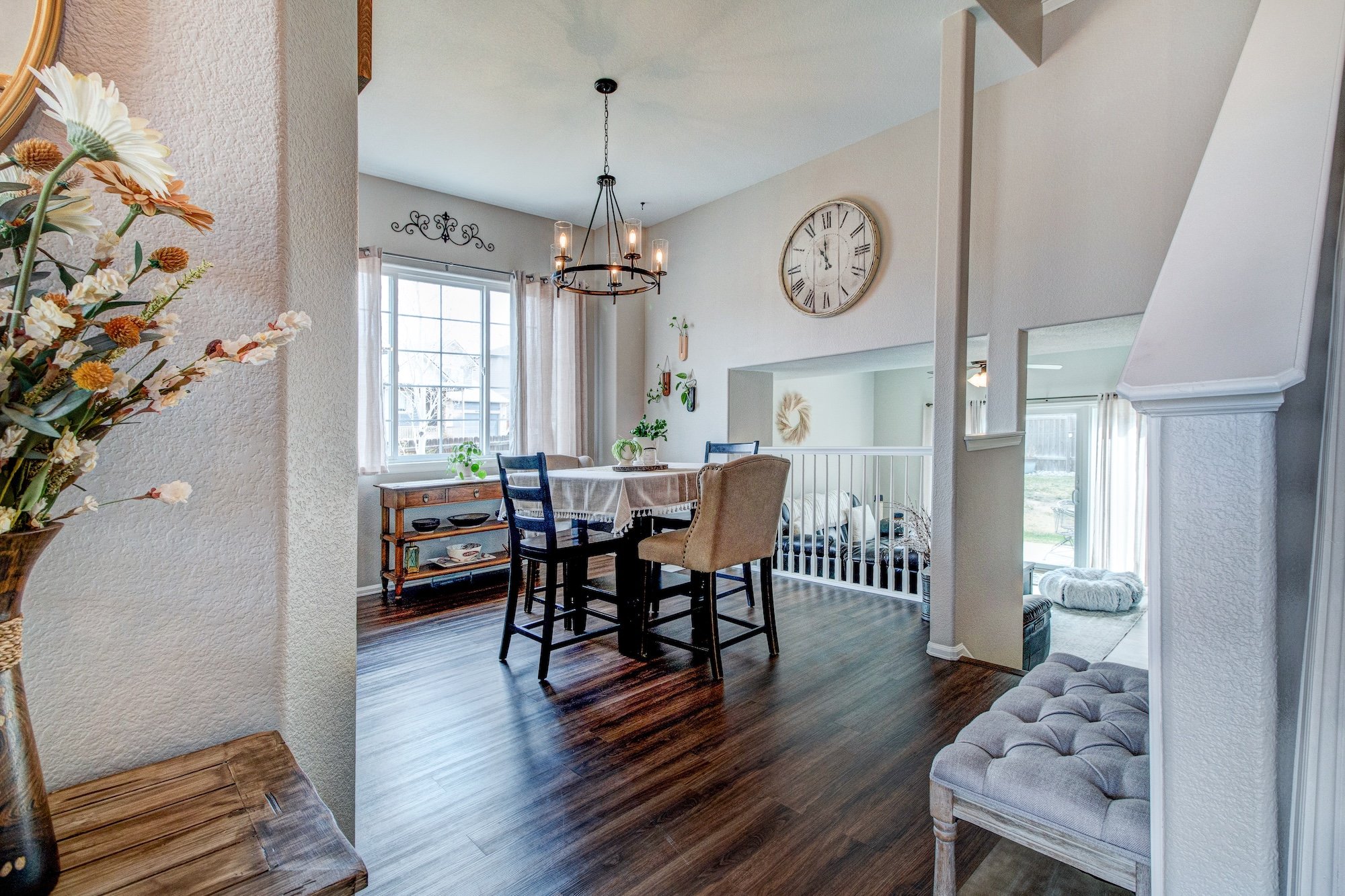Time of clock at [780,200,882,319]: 10:59
